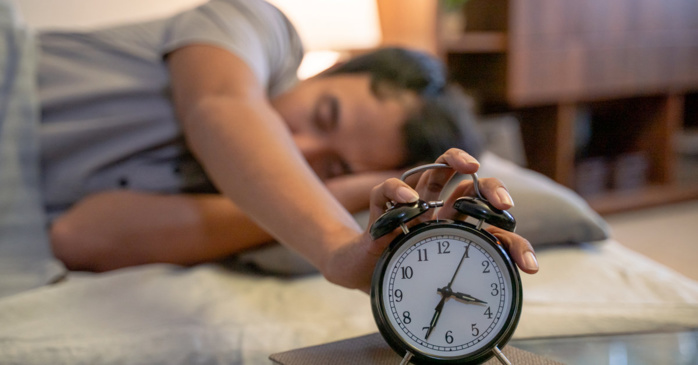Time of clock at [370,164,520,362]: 3:34
